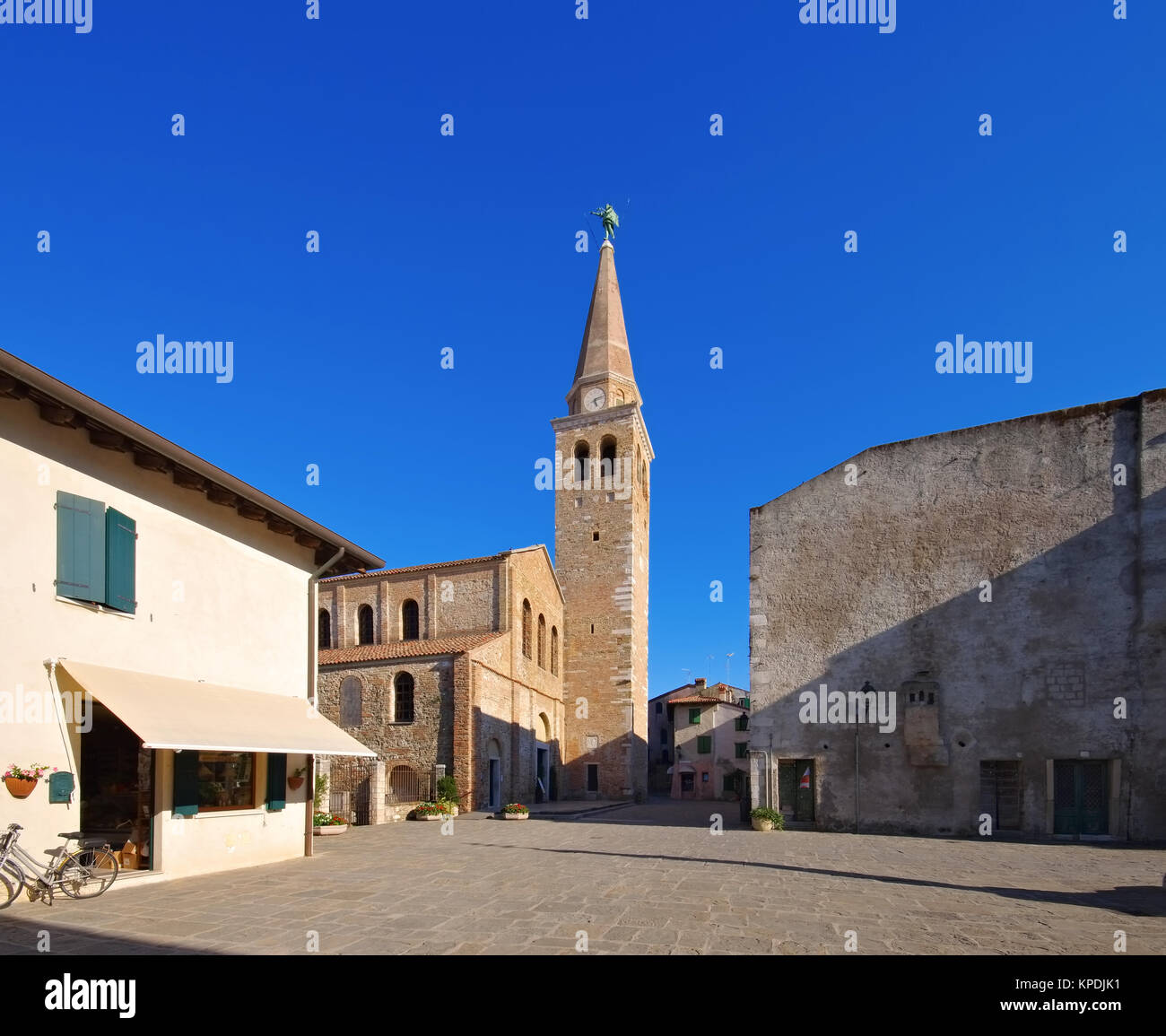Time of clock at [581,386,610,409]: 5:12
